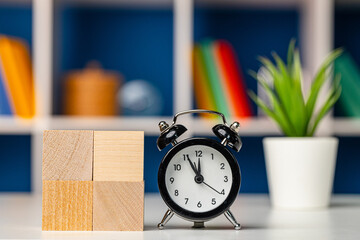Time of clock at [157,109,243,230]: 11:55
